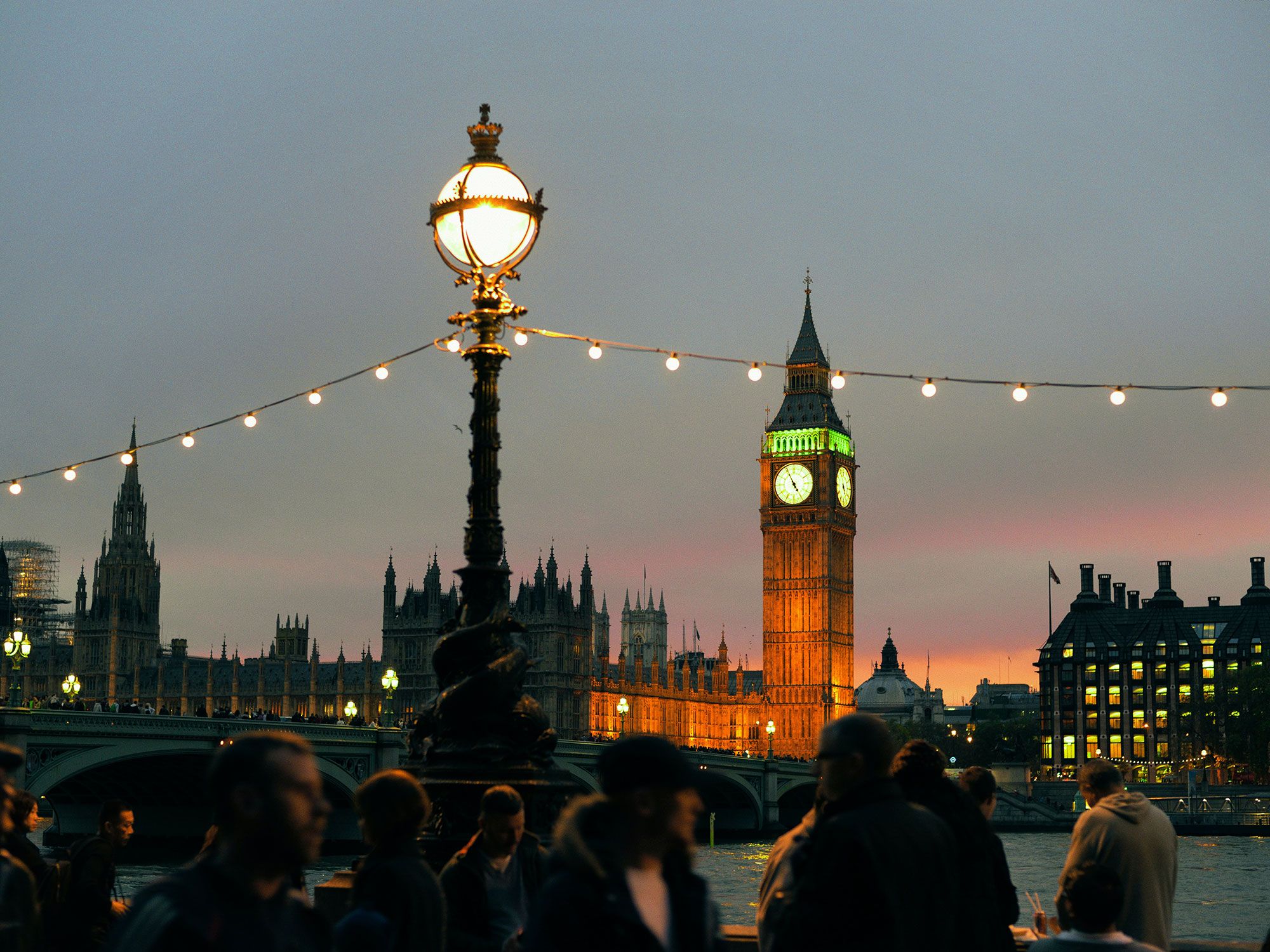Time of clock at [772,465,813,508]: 4:55
